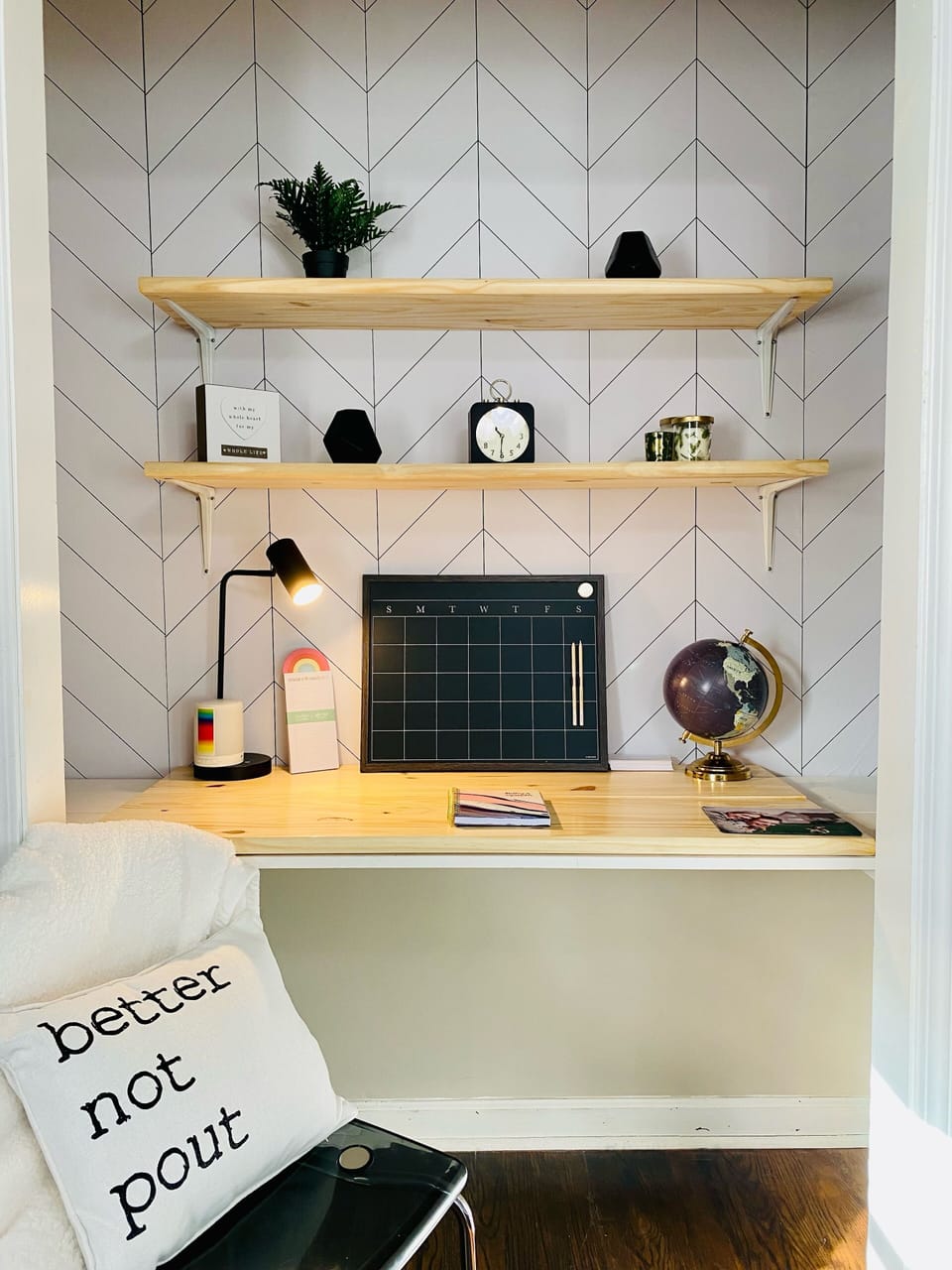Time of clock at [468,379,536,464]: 10:30
